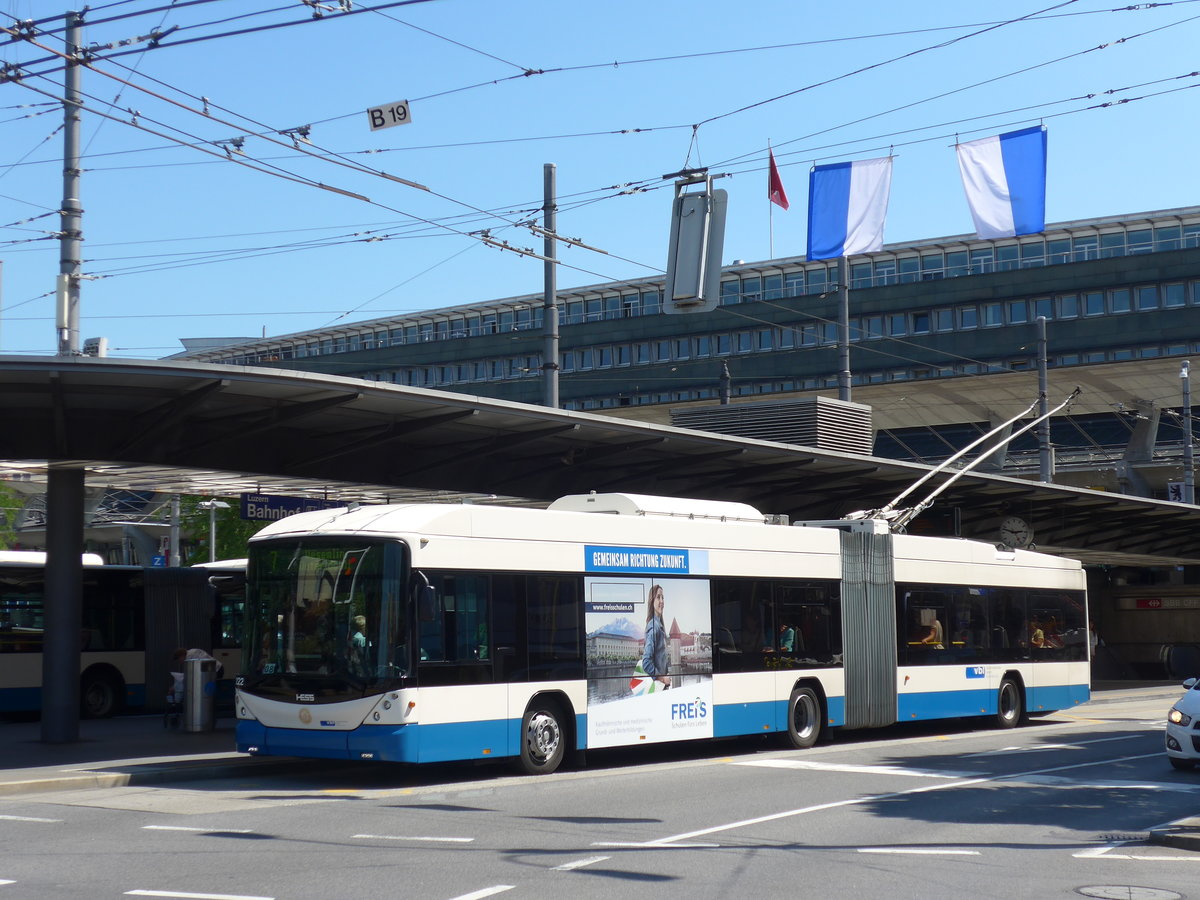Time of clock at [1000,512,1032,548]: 2:48
